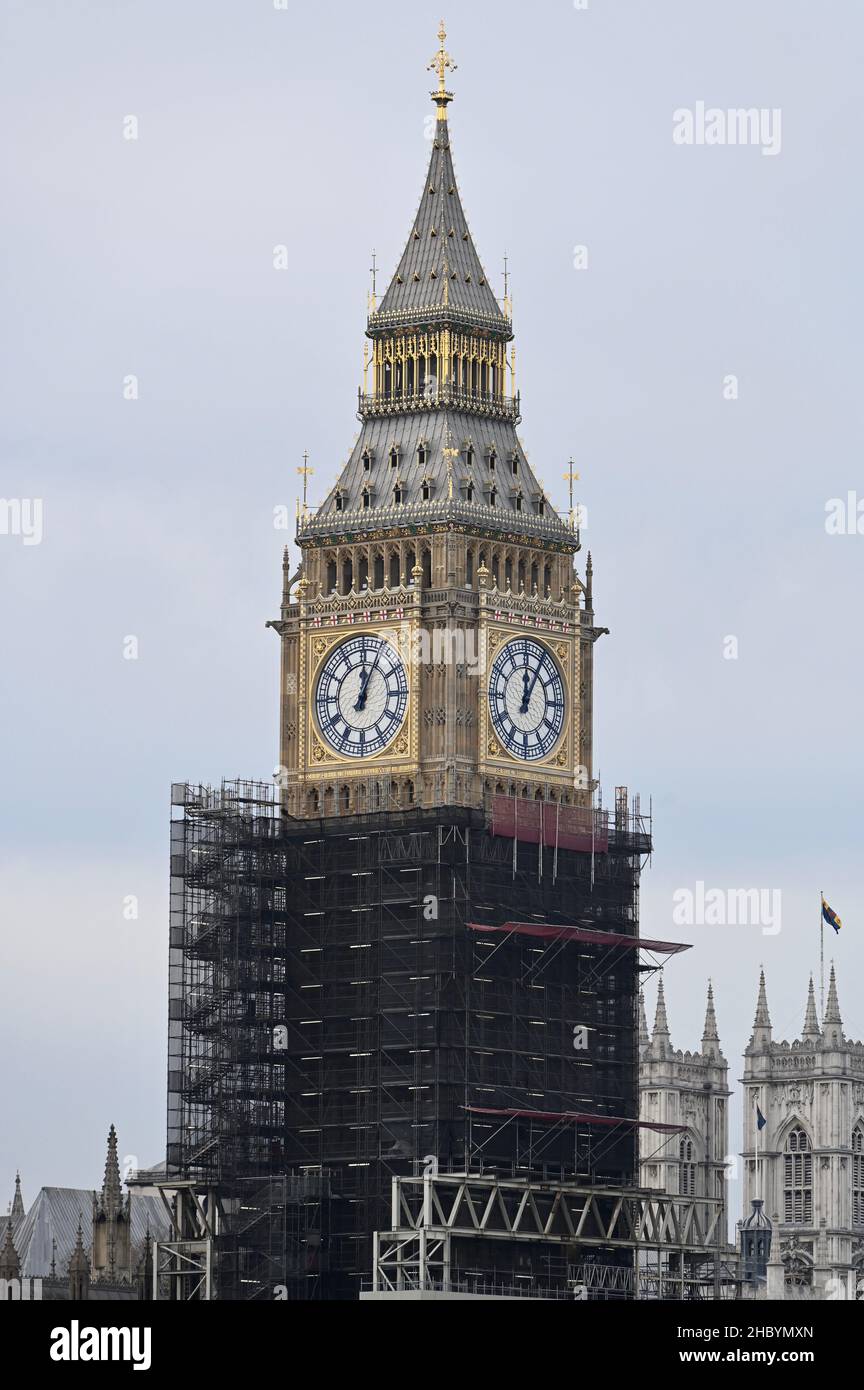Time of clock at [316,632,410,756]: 12:04
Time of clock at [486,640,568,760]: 12:05
